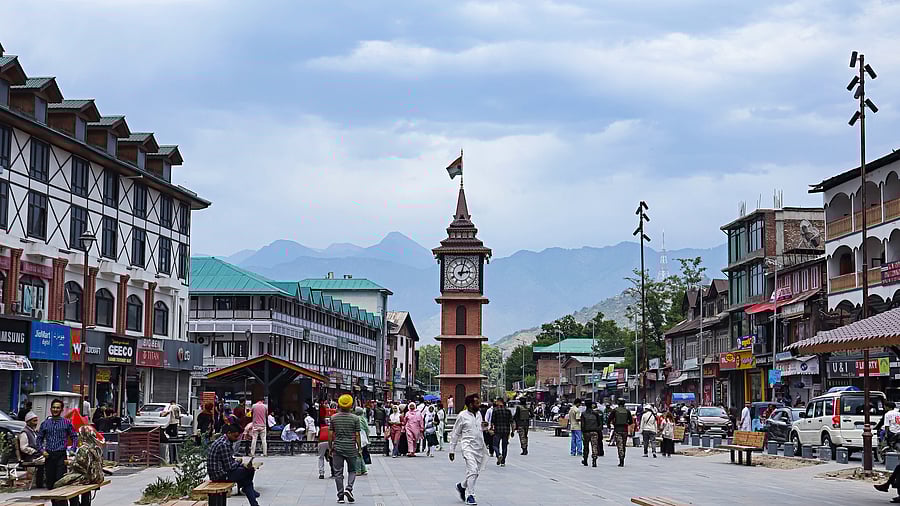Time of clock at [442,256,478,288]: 3:02
